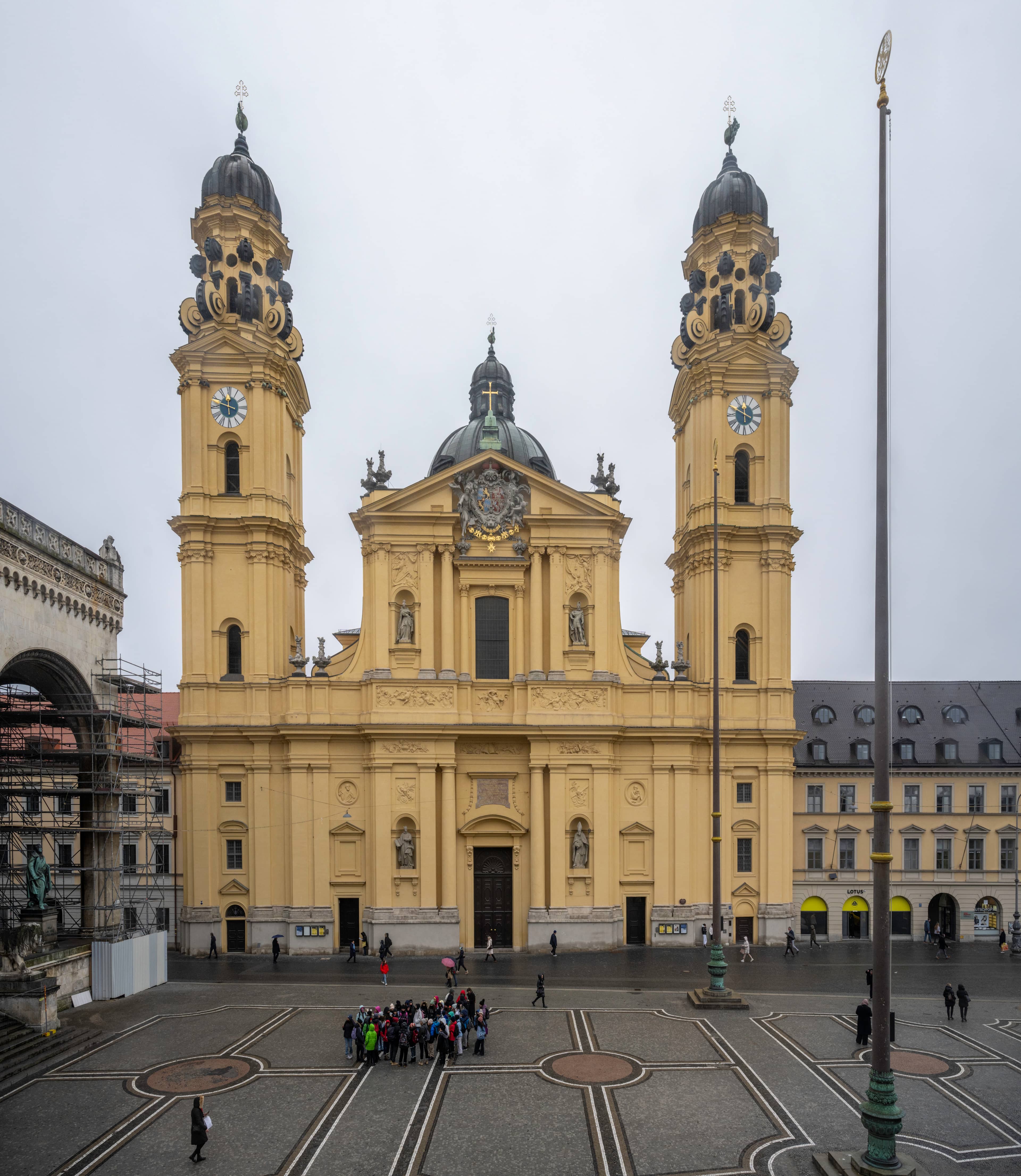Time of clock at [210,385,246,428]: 11:48
